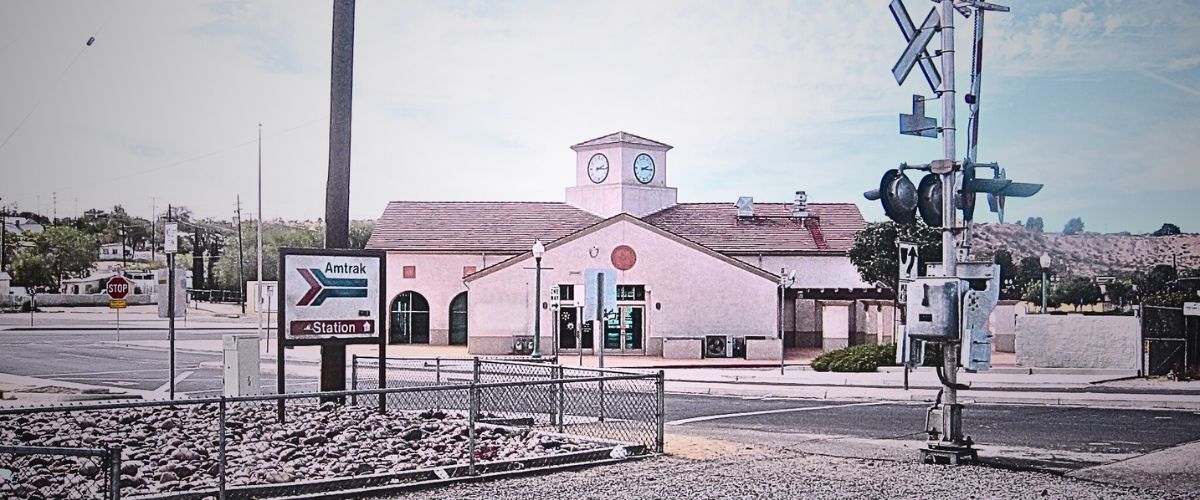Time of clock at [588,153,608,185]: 2:15
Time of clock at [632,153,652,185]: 2:15
